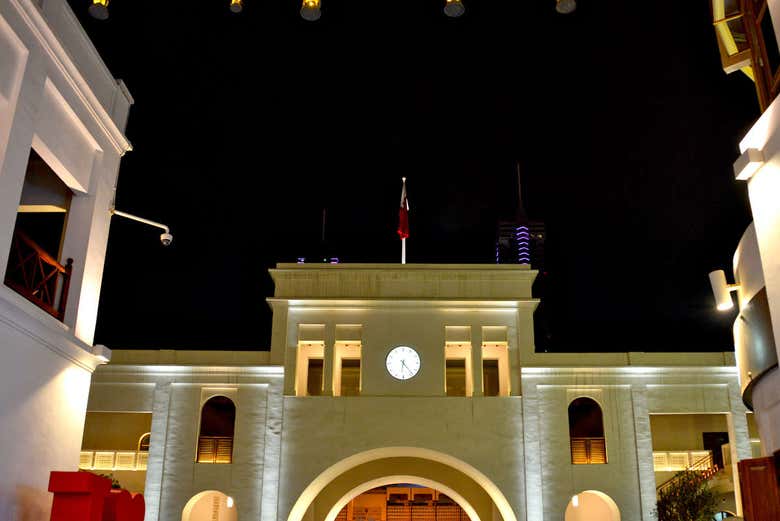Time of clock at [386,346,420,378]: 6:23
